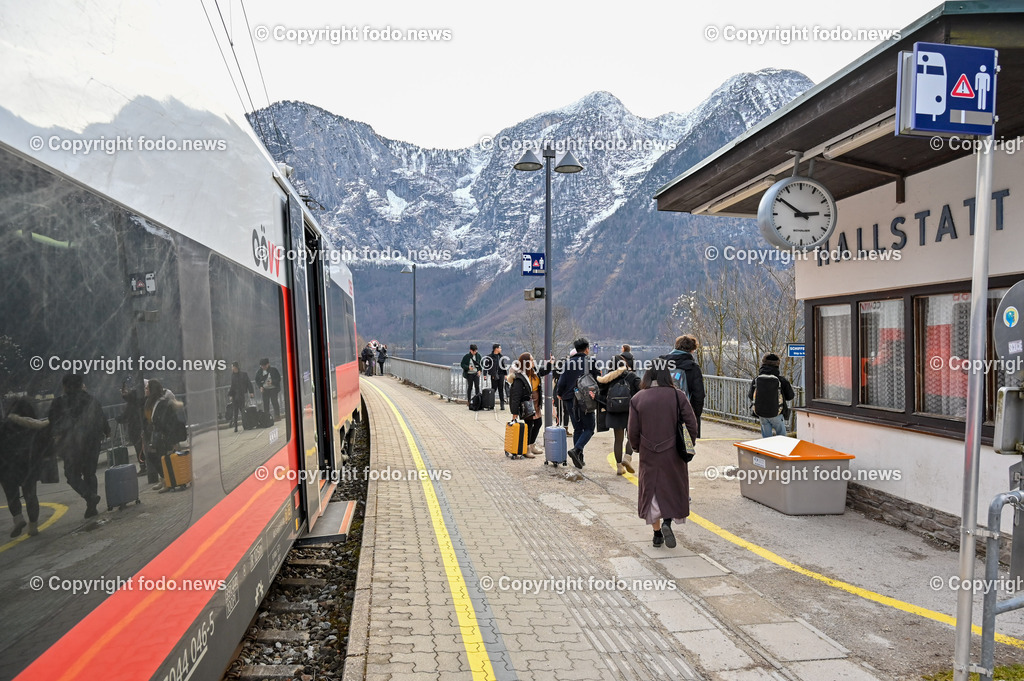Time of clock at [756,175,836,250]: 2:50
